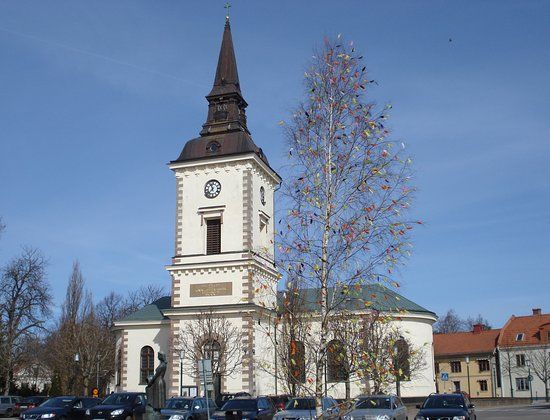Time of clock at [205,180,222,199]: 11:37
